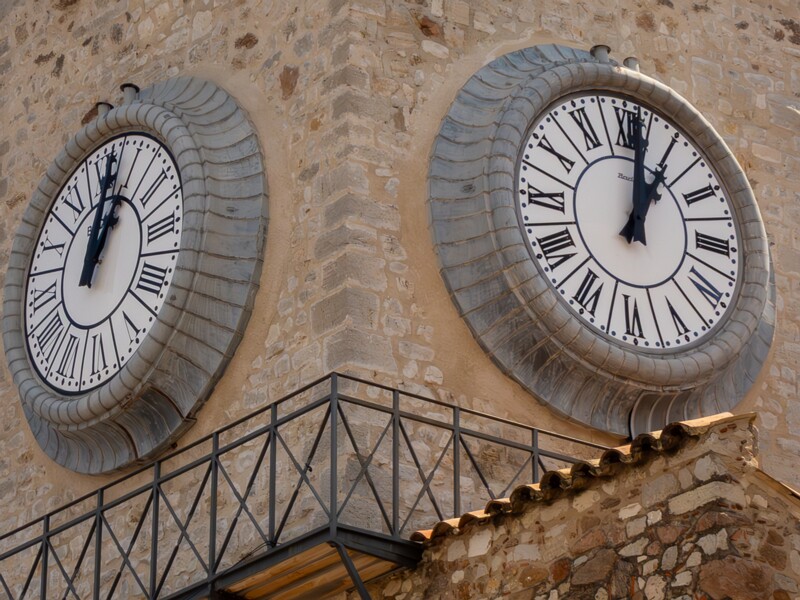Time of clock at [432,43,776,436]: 1:01
